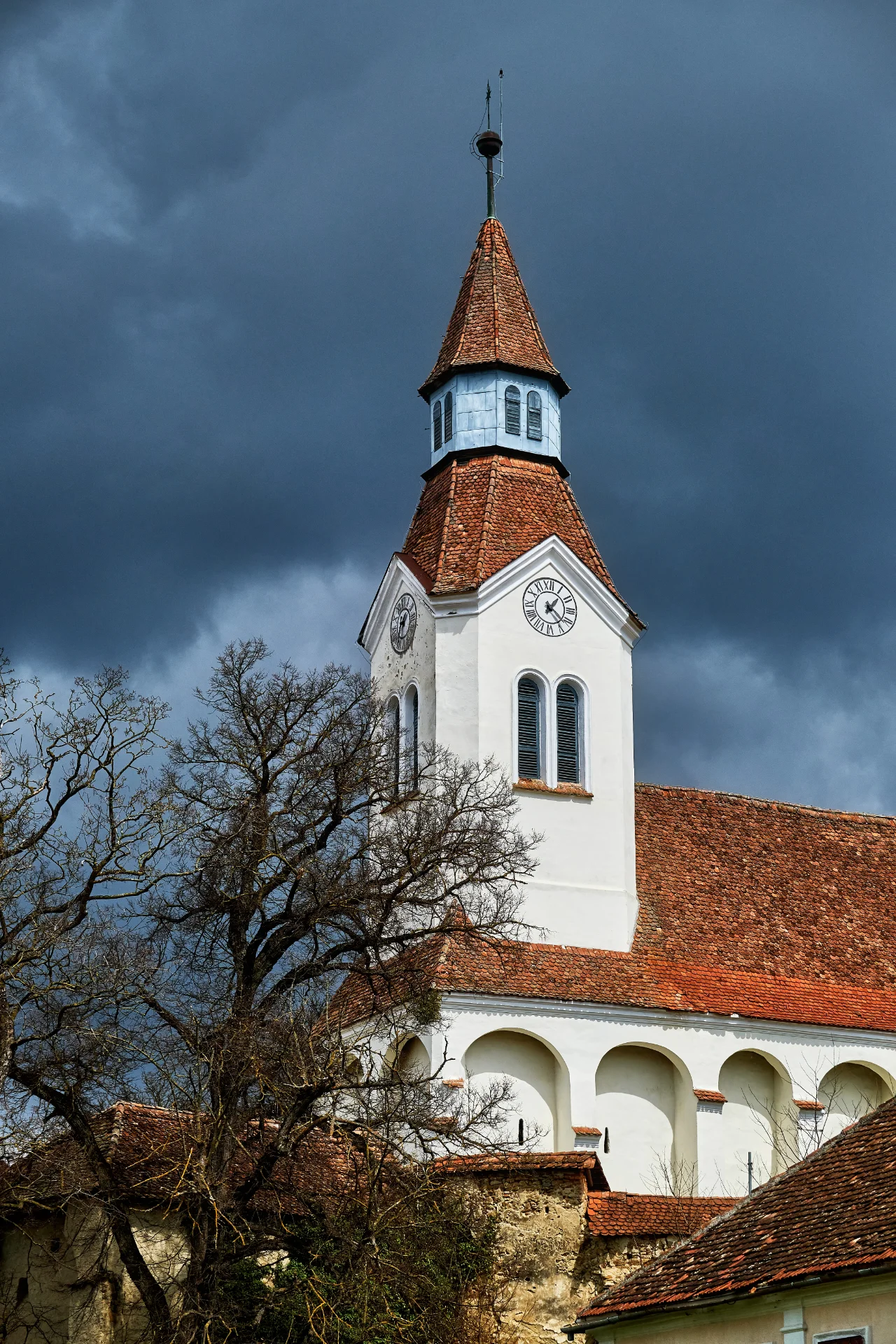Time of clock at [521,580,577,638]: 1:23
